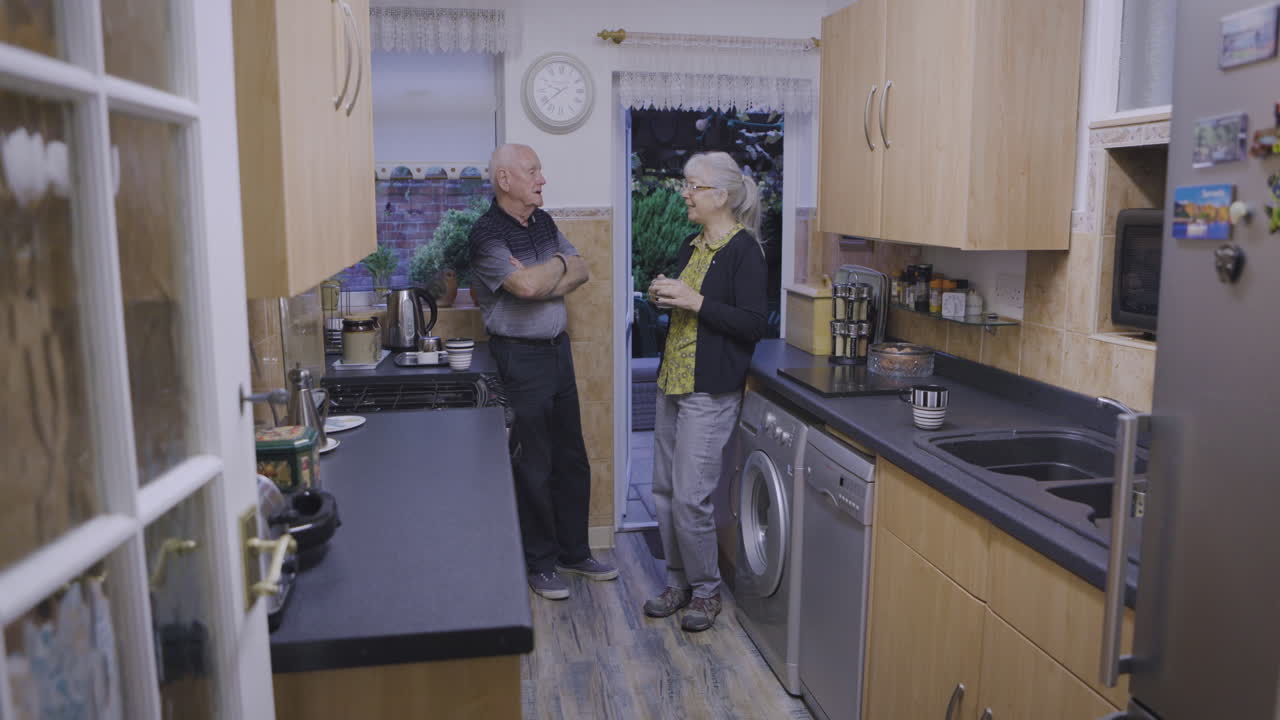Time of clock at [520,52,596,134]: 9:38
